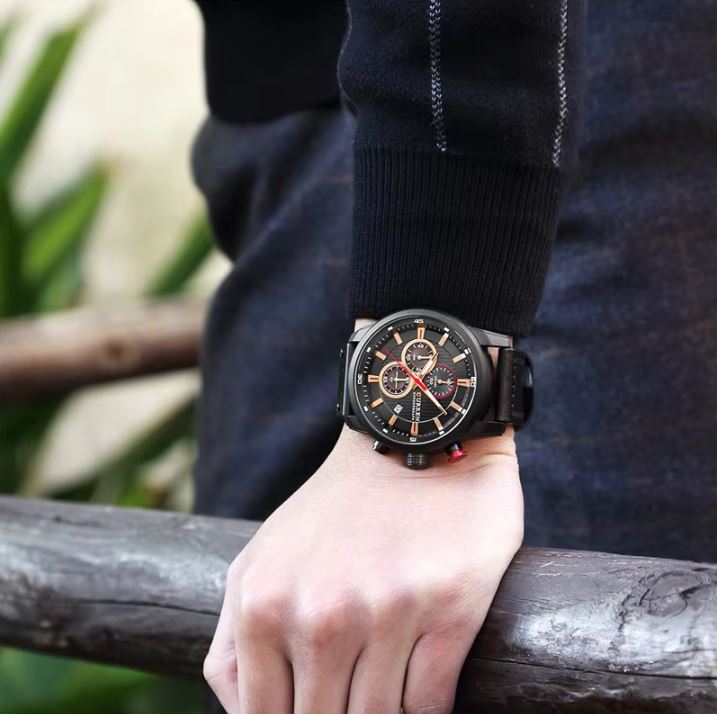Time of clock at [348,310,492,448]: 1:22
